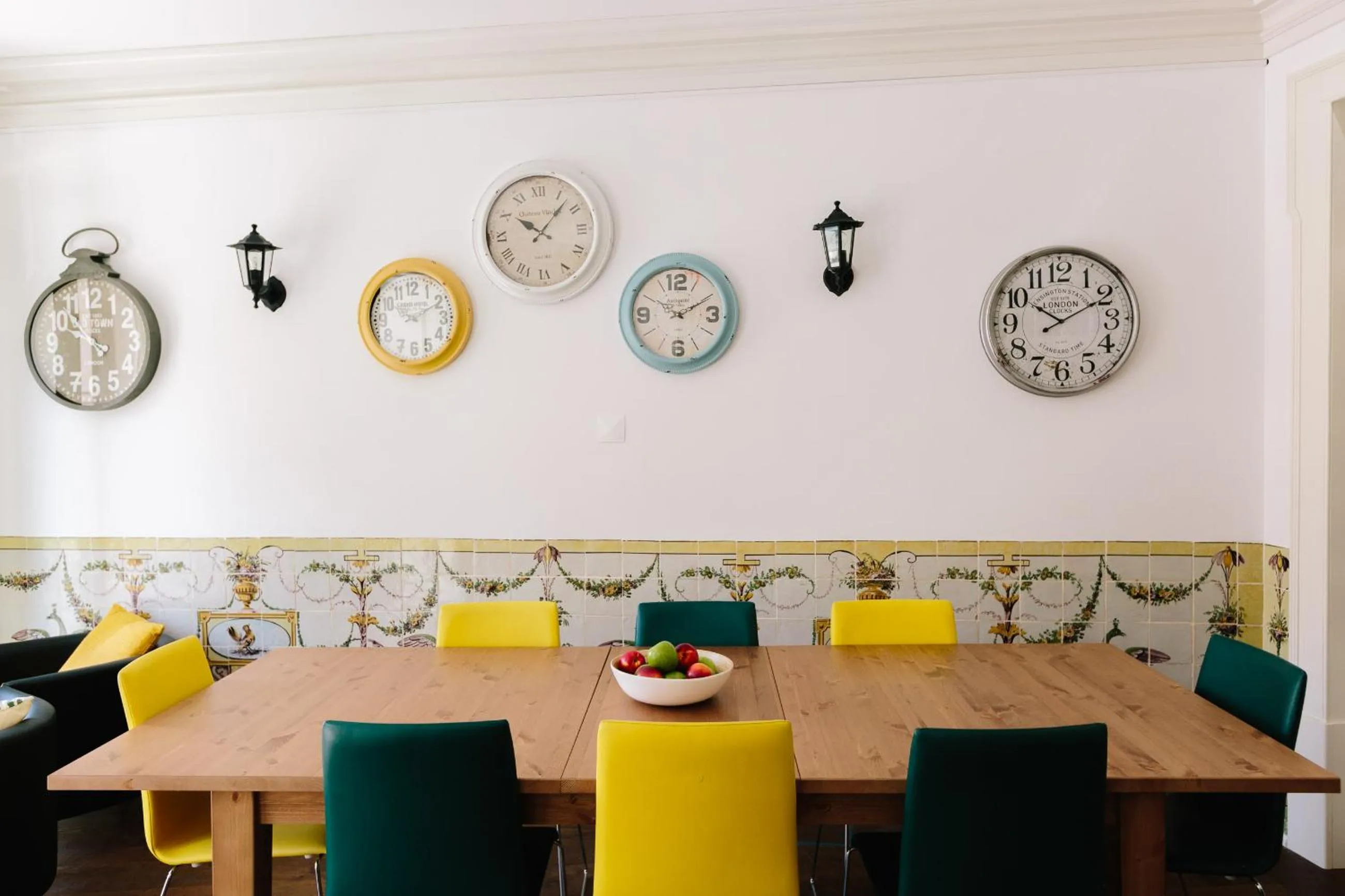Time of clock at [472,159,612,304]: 10:07
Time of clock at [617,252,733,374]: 10:10
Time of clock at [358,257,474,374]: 10:10
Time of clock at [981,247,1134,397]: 10:10
